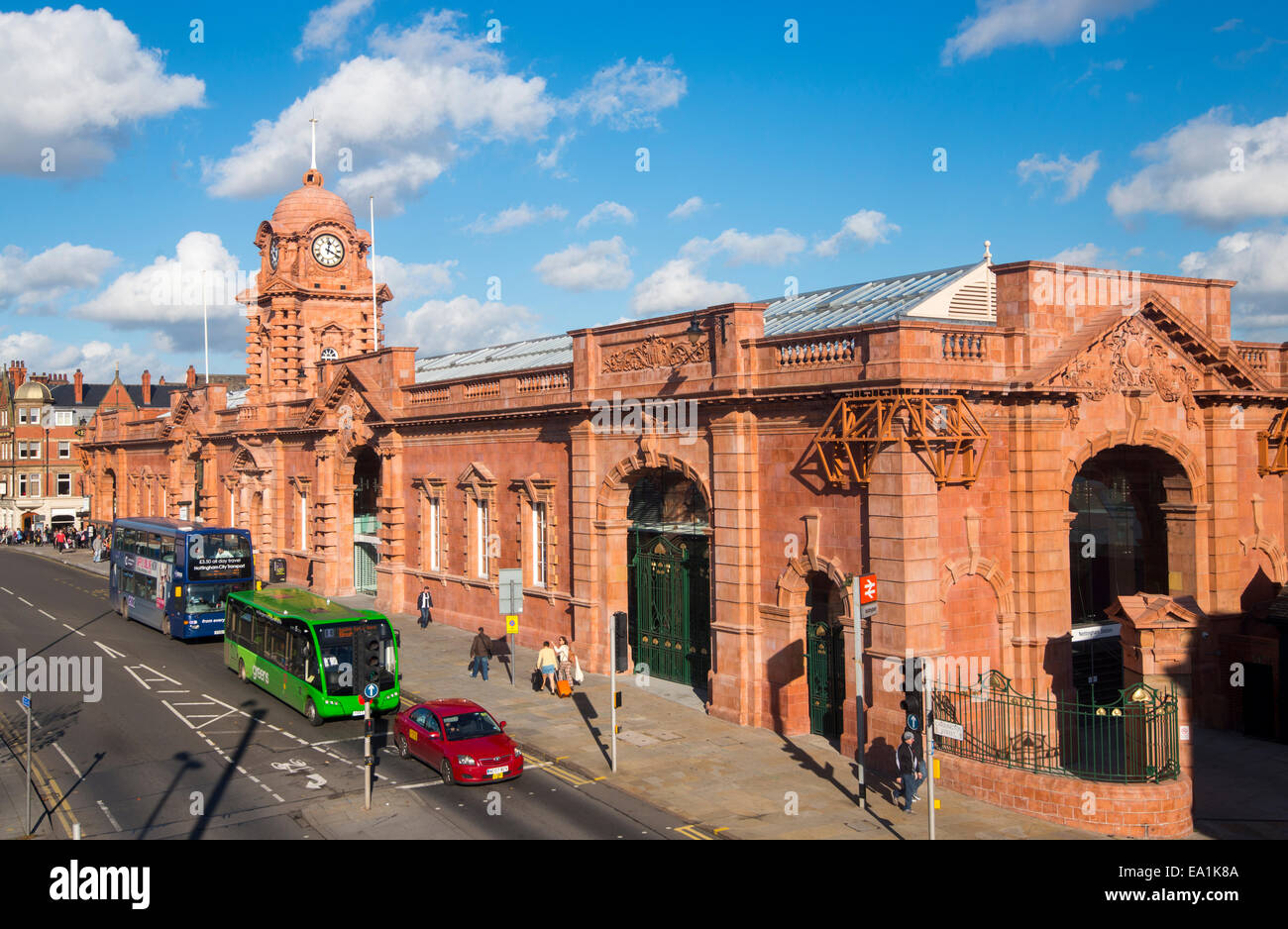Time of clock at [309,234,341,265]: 12:19
